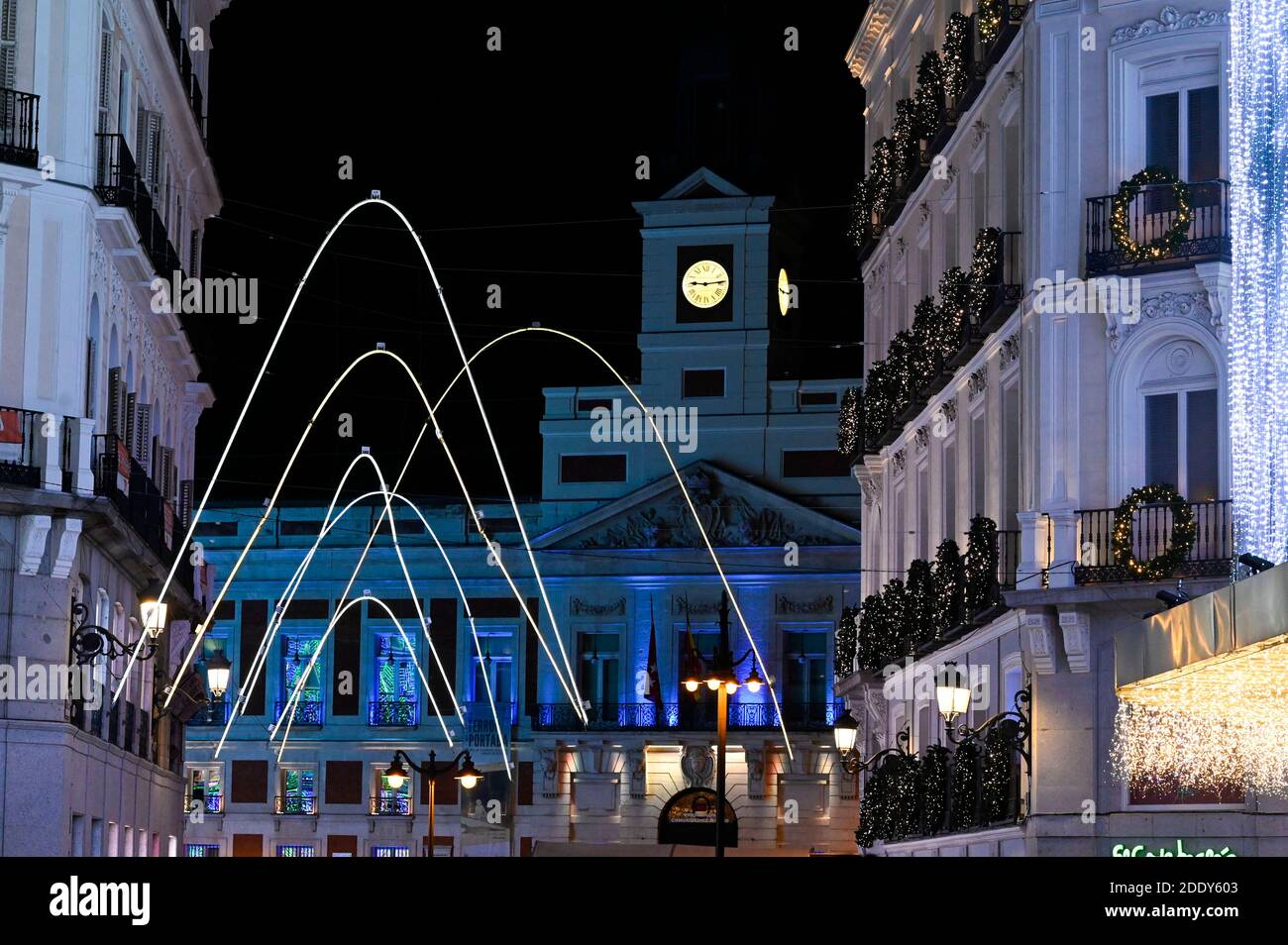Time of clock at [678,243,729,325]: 9:13
